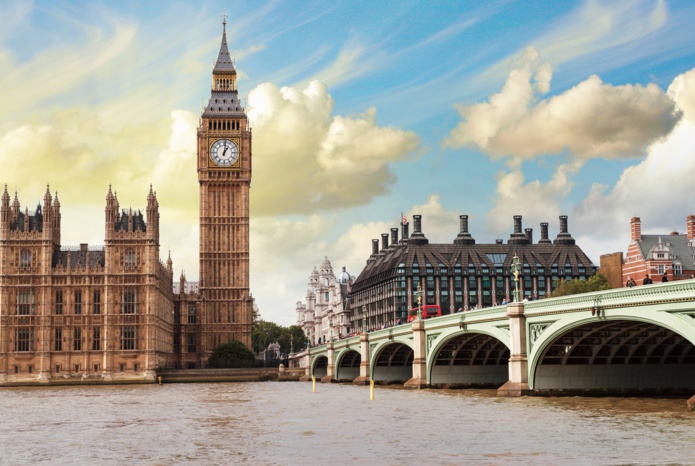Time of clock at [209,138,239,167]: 1:01
